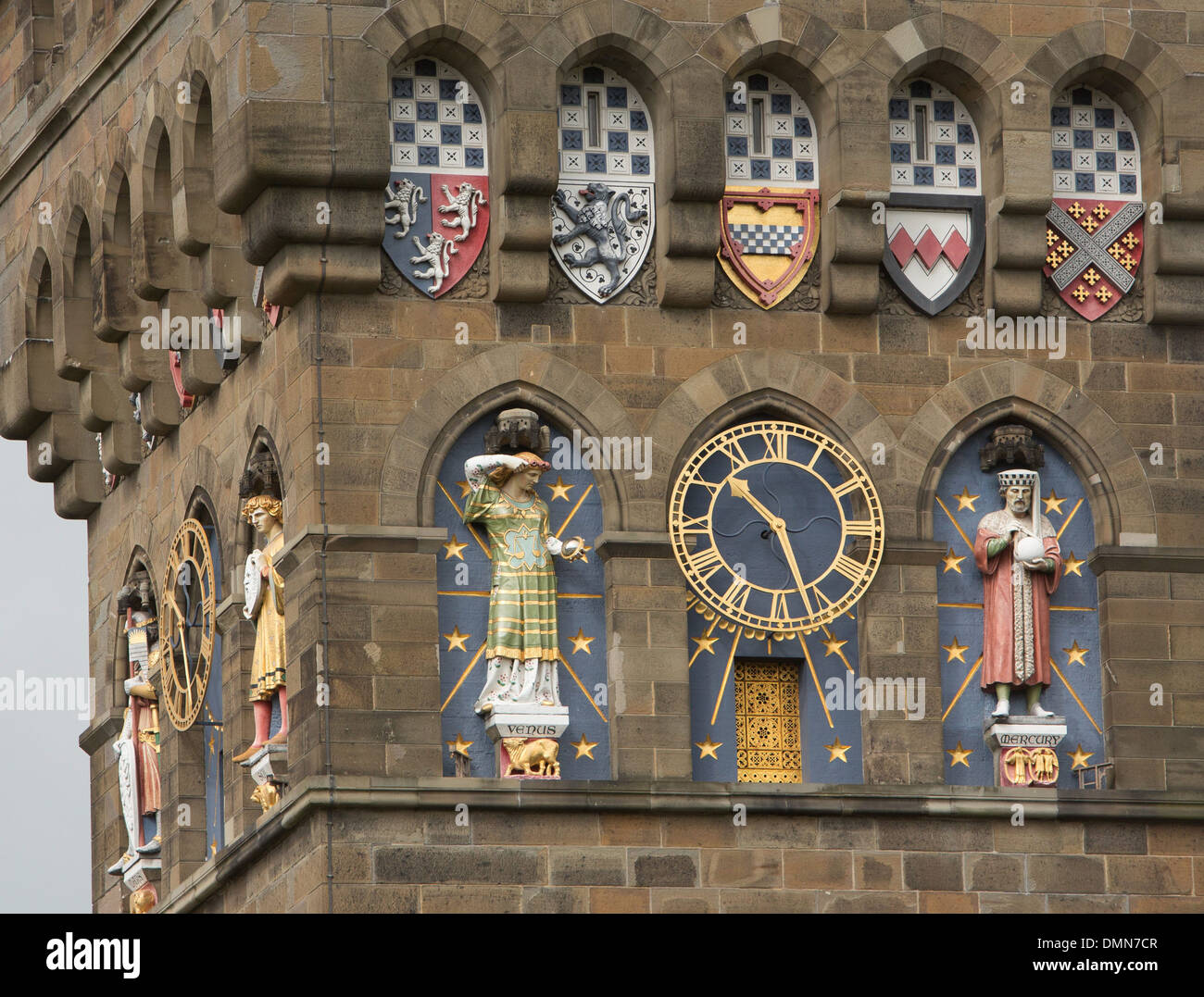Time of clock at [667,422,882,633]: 10:26
